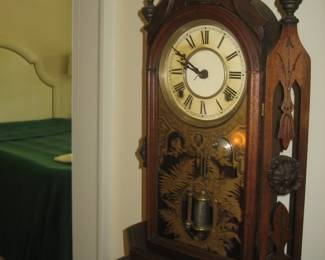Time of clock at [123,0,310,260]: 9:50
